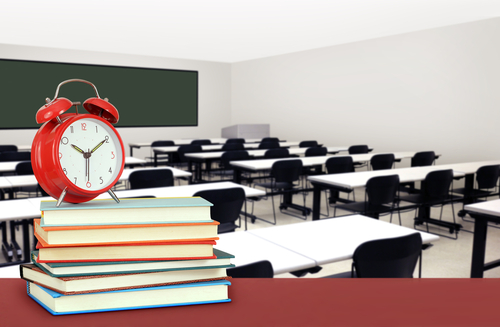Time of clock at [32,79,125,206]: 10:09
